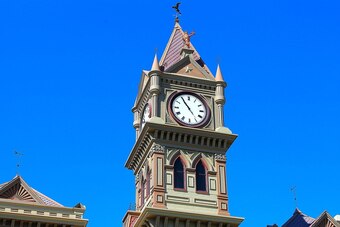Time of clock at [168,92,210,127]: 10:54
